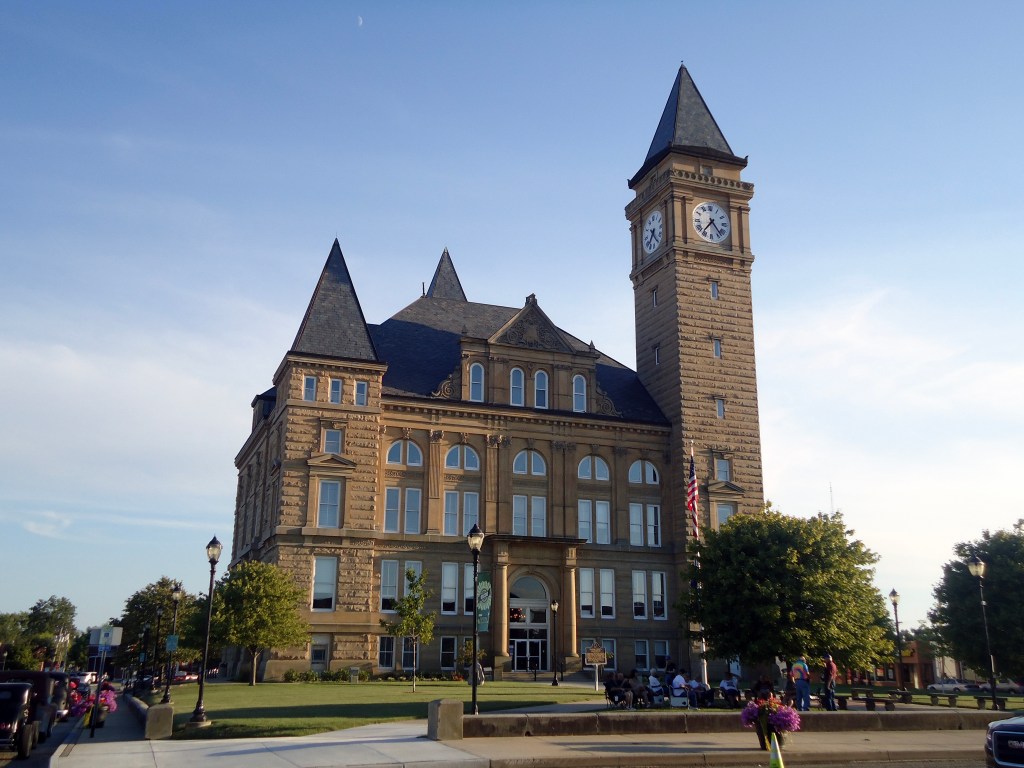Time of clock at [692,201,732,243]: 7:23
